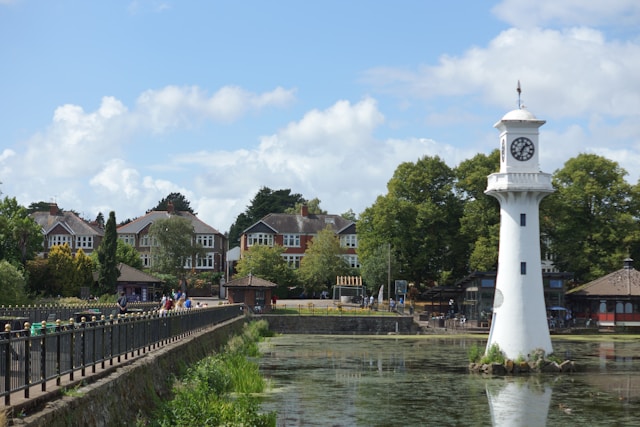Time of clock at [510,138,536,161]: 1:33
